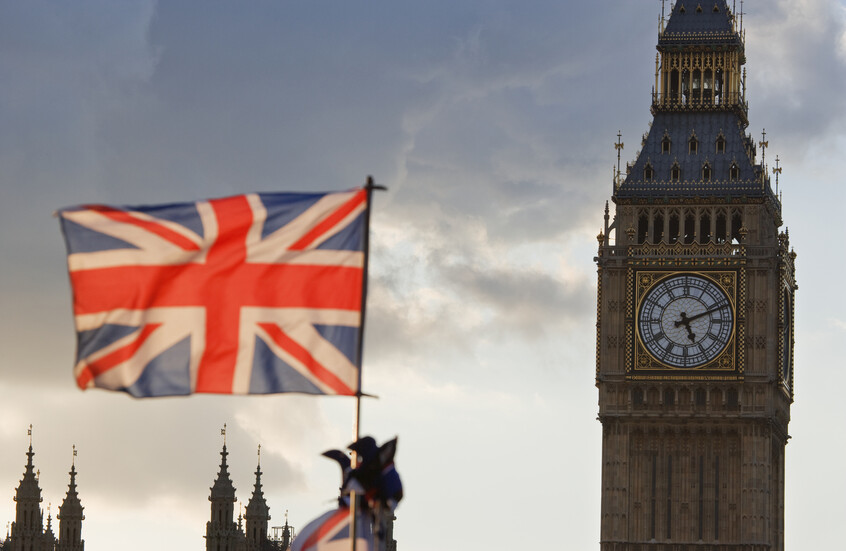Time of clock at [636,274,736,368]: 5:11
